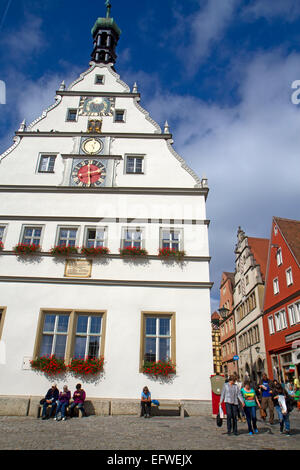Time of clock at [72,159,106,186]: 2:29
